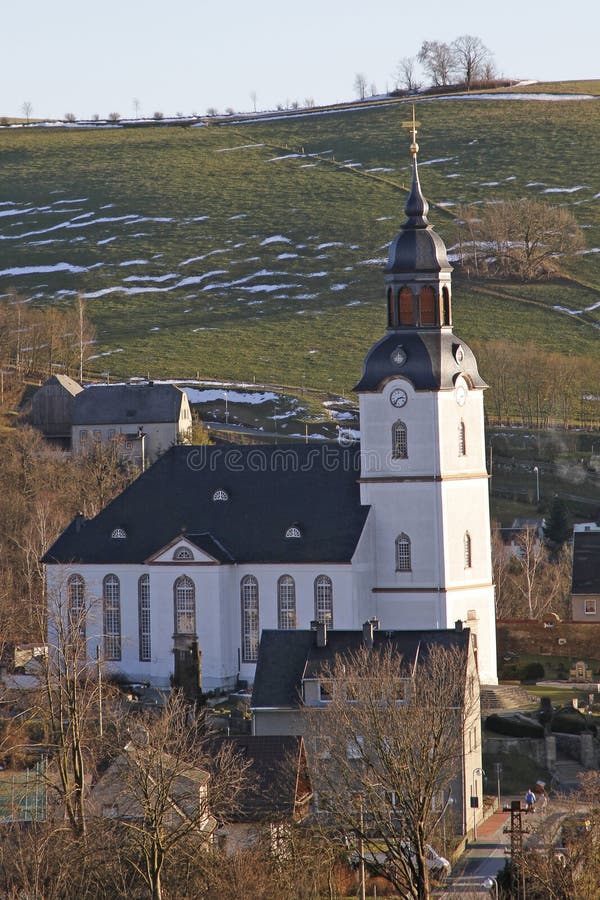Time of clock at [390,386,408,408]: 2:36
